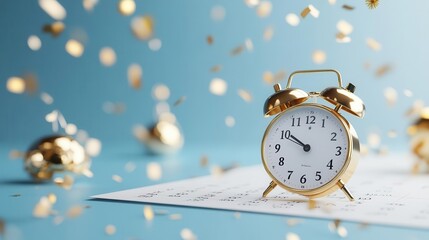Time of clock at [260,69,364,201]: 9:50
